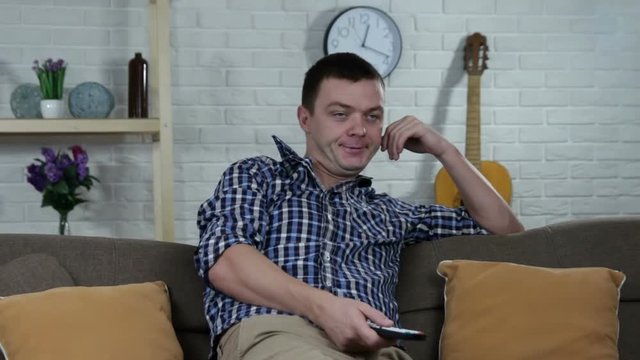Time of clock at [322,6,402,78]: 12:18
